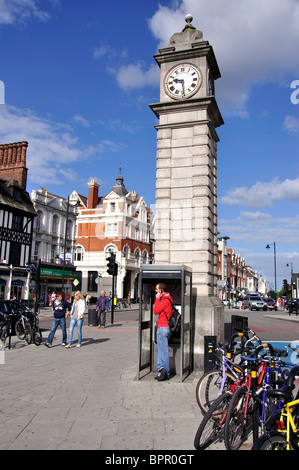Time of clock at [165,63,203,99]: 9:29
